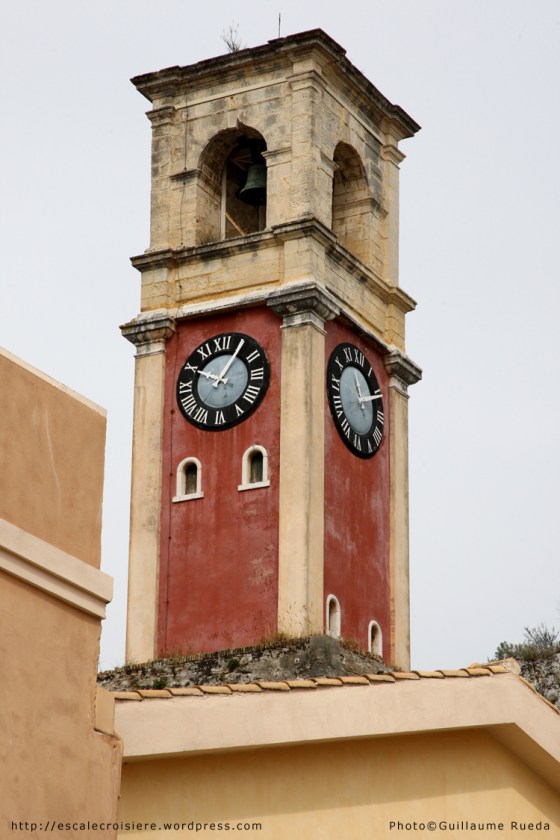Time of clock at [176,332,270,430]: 10:05
